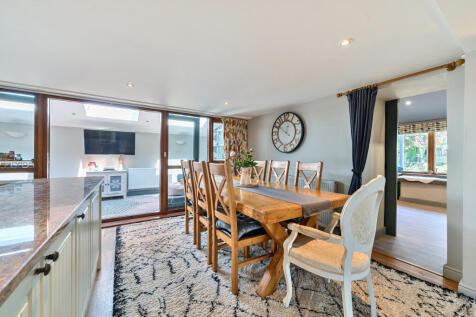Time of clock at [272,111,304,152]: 12:50
